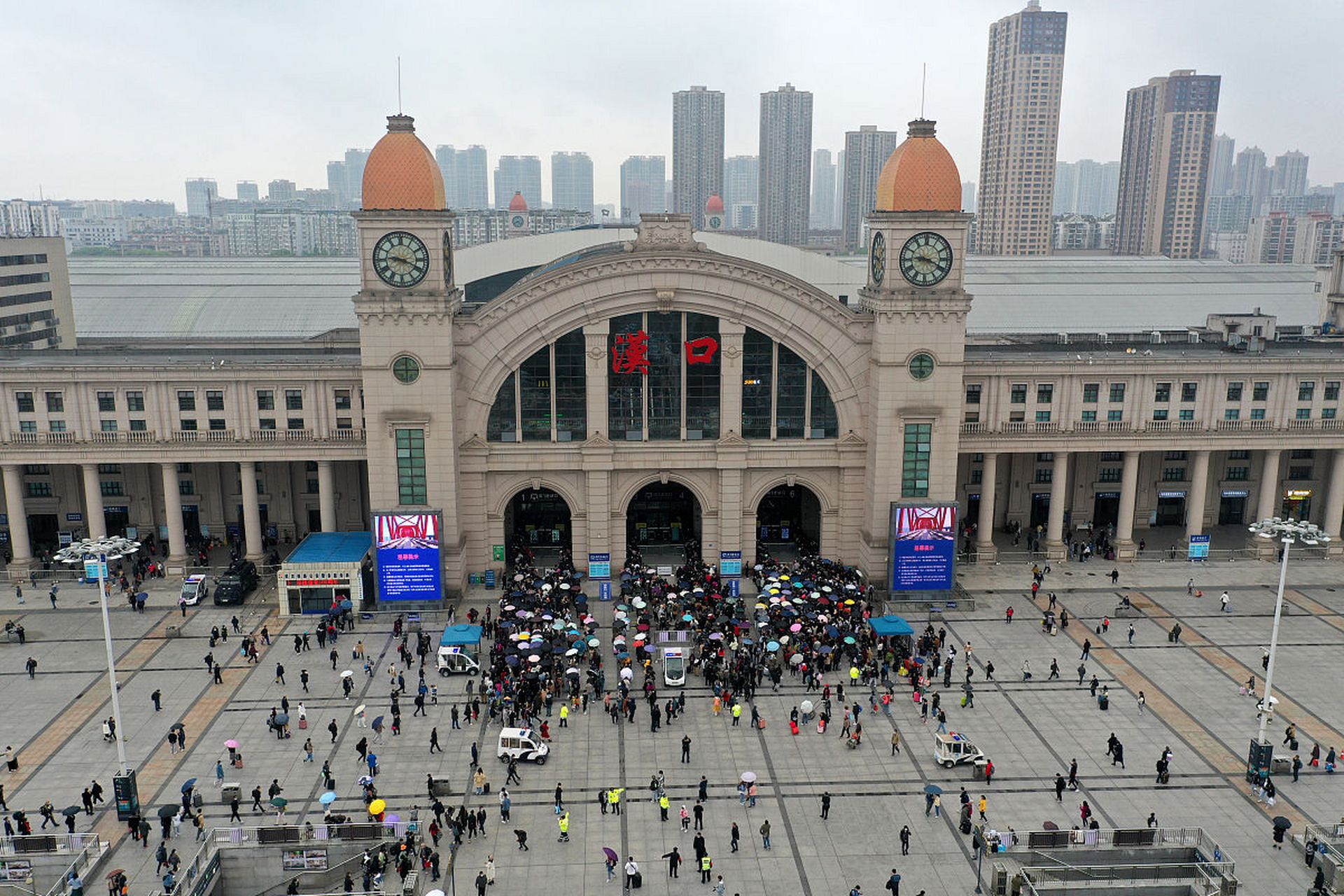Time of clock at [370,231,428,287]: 9:18
